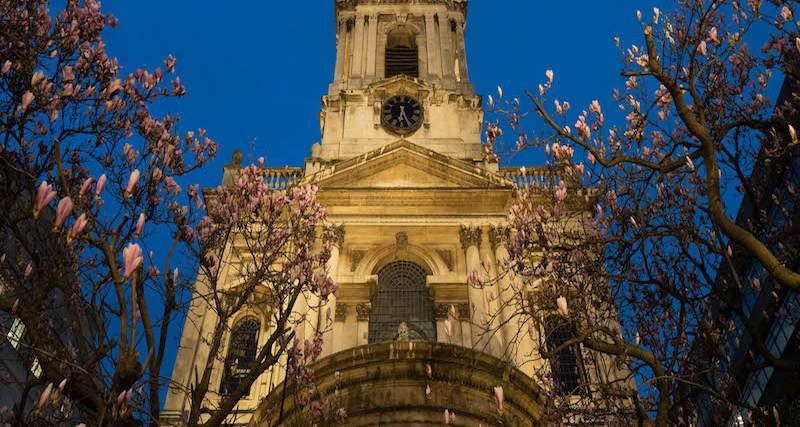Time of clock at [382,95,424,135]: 6:25
